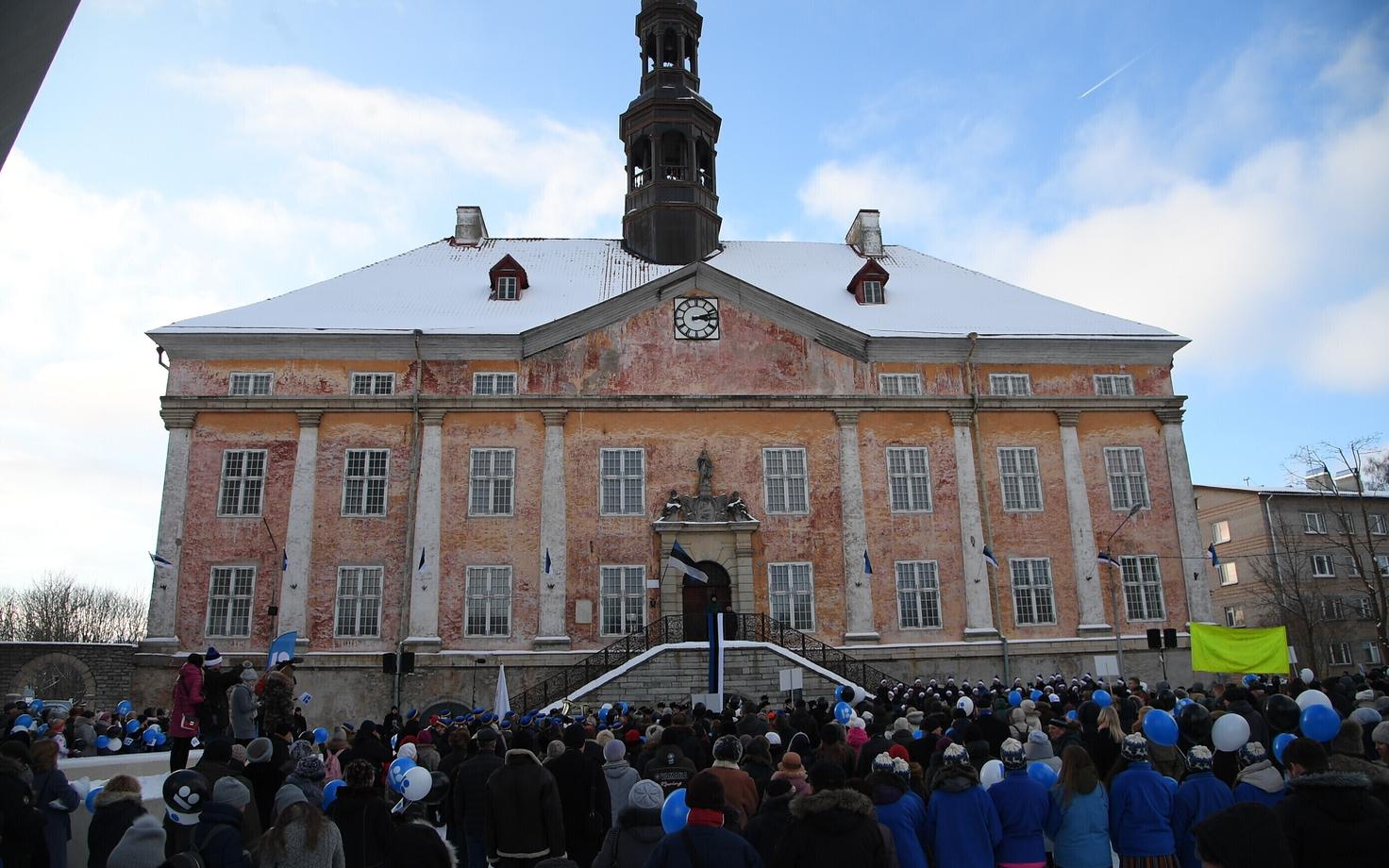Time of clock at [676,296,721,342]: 3:12
